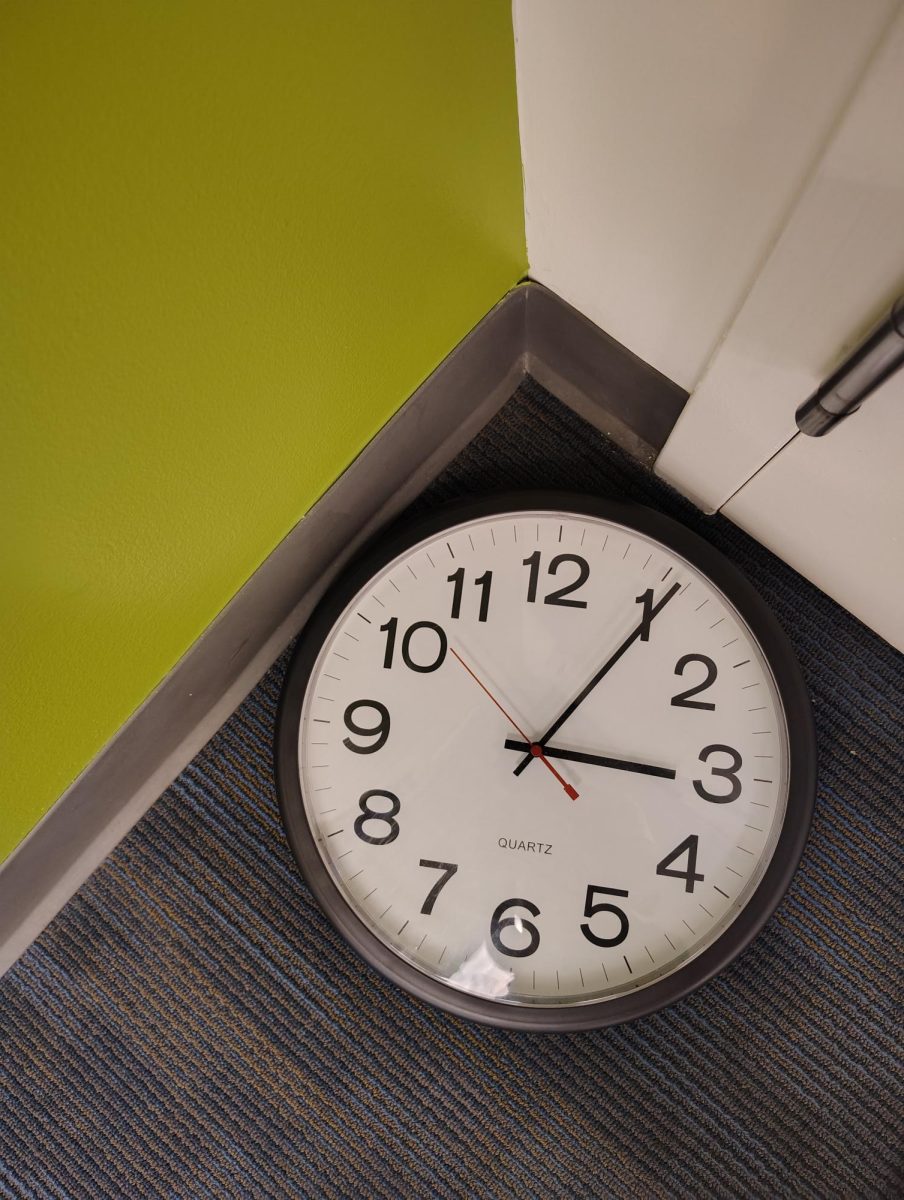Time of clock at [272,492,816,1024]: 3:05
